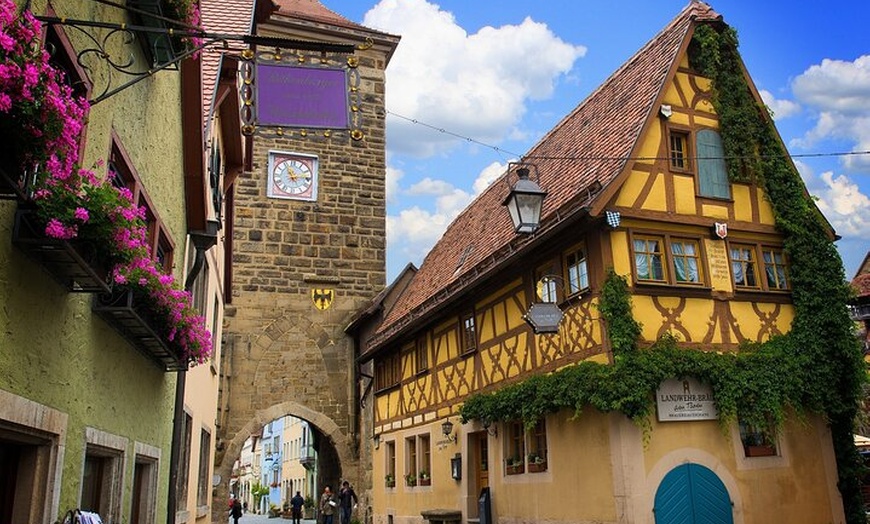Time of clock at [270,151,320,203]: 11:13
